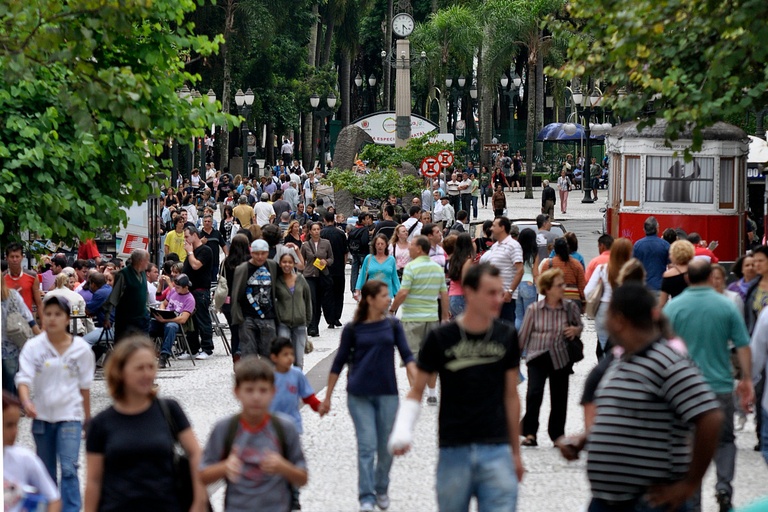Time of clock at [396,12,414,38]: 4:29
